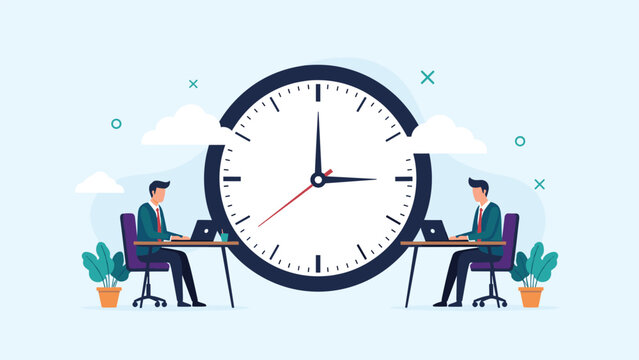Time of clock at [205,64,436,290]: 2:59
